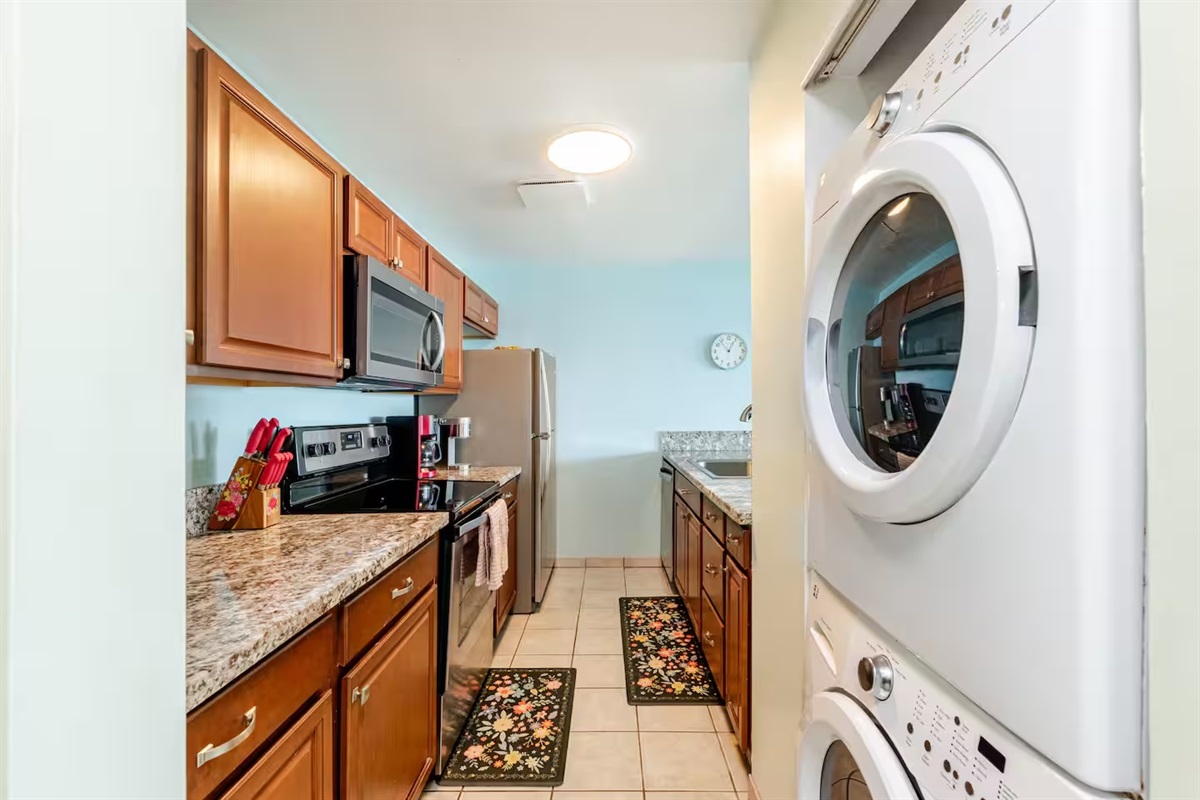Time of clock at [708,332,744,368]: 12:53
